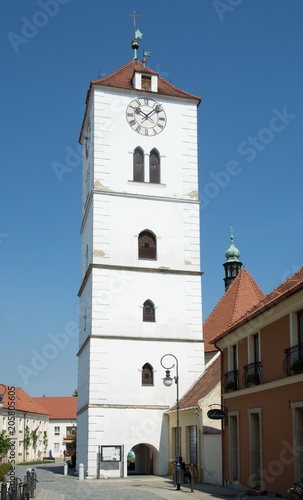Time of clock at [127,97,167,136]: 10:07
